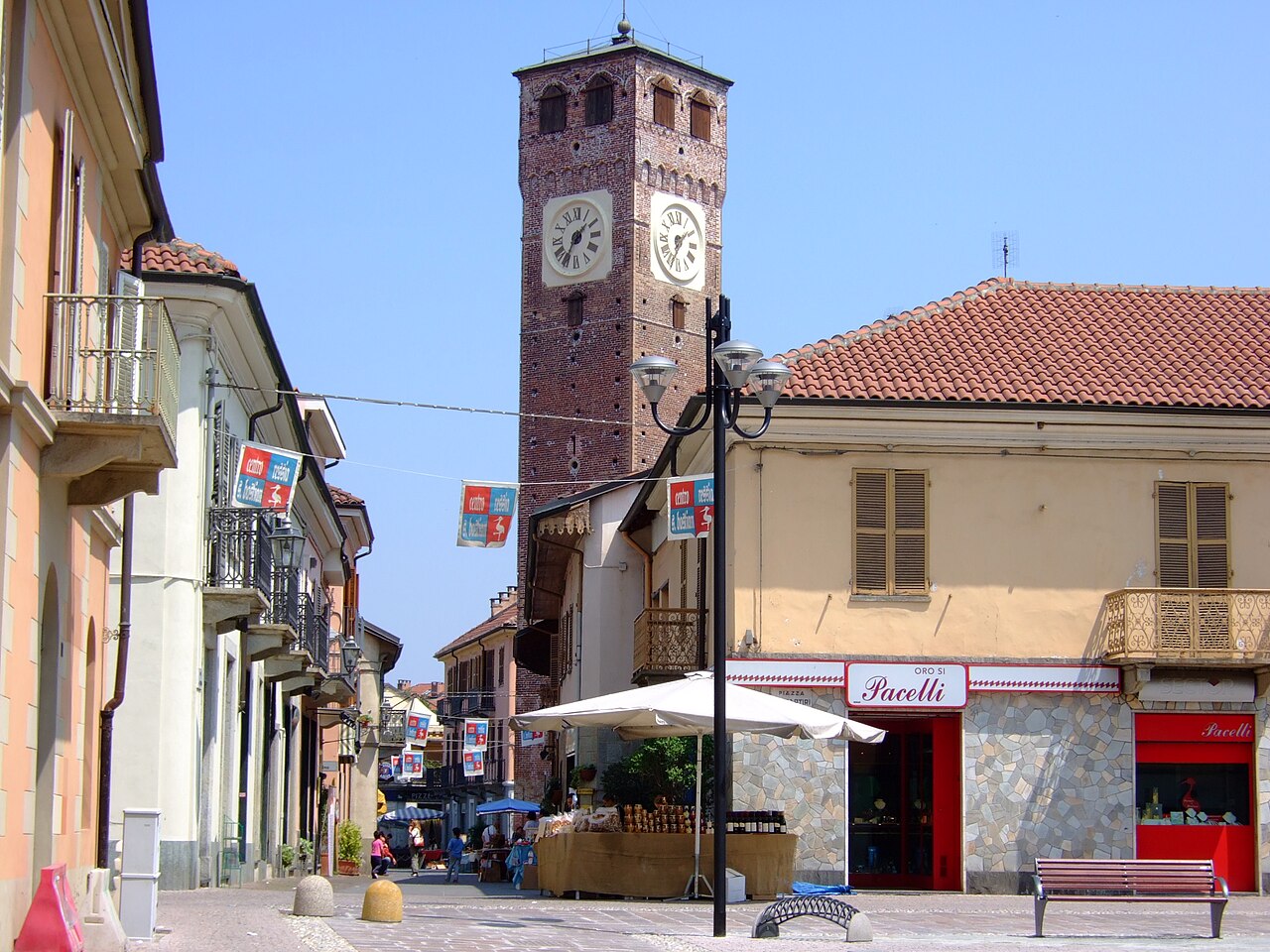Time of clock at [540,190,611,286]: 1:34
